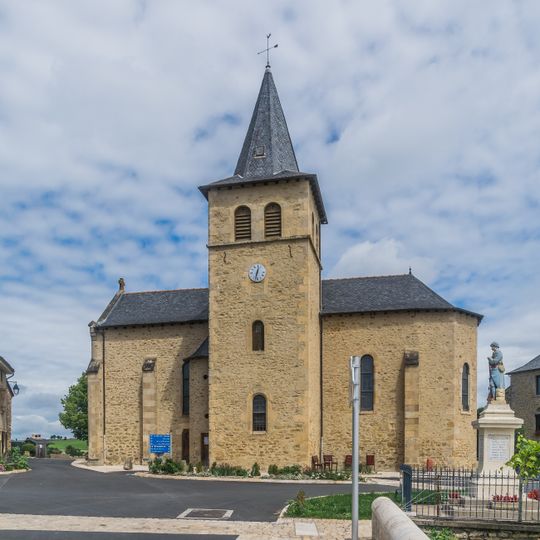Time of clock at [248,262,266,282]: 12:32
